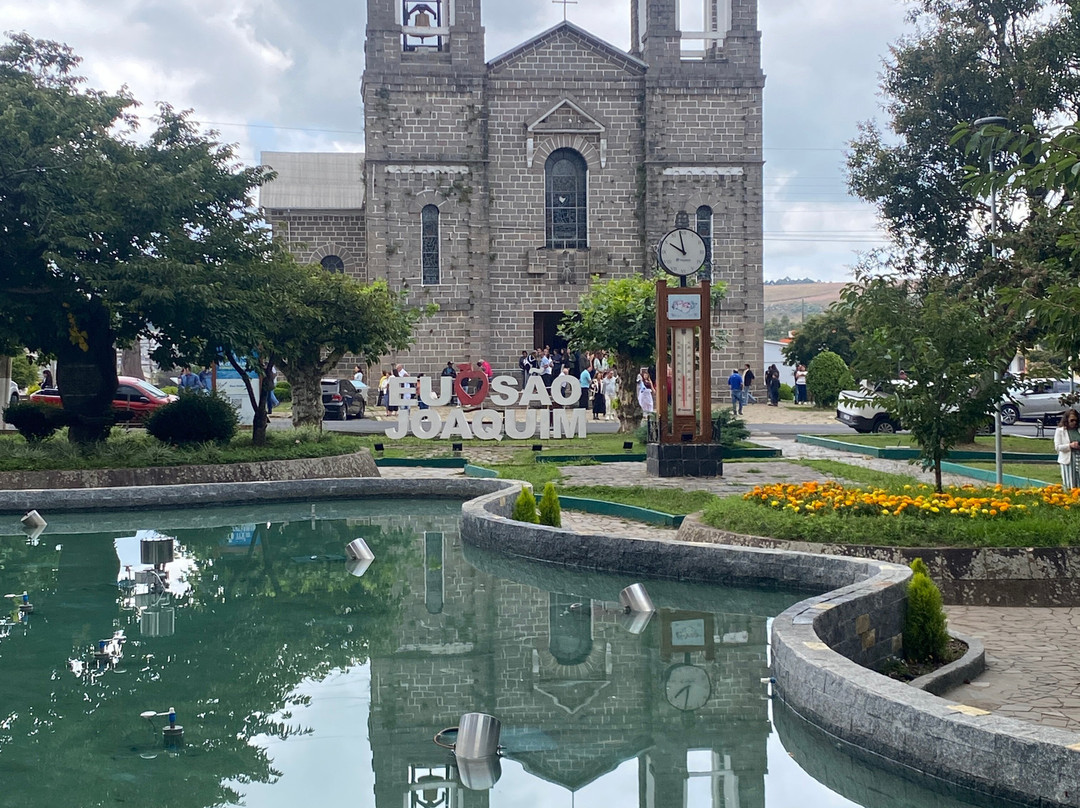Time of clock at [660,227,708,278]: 9:58
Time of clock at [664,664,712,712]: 7:31
